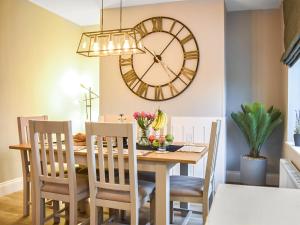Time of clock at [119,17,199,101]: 10:07
